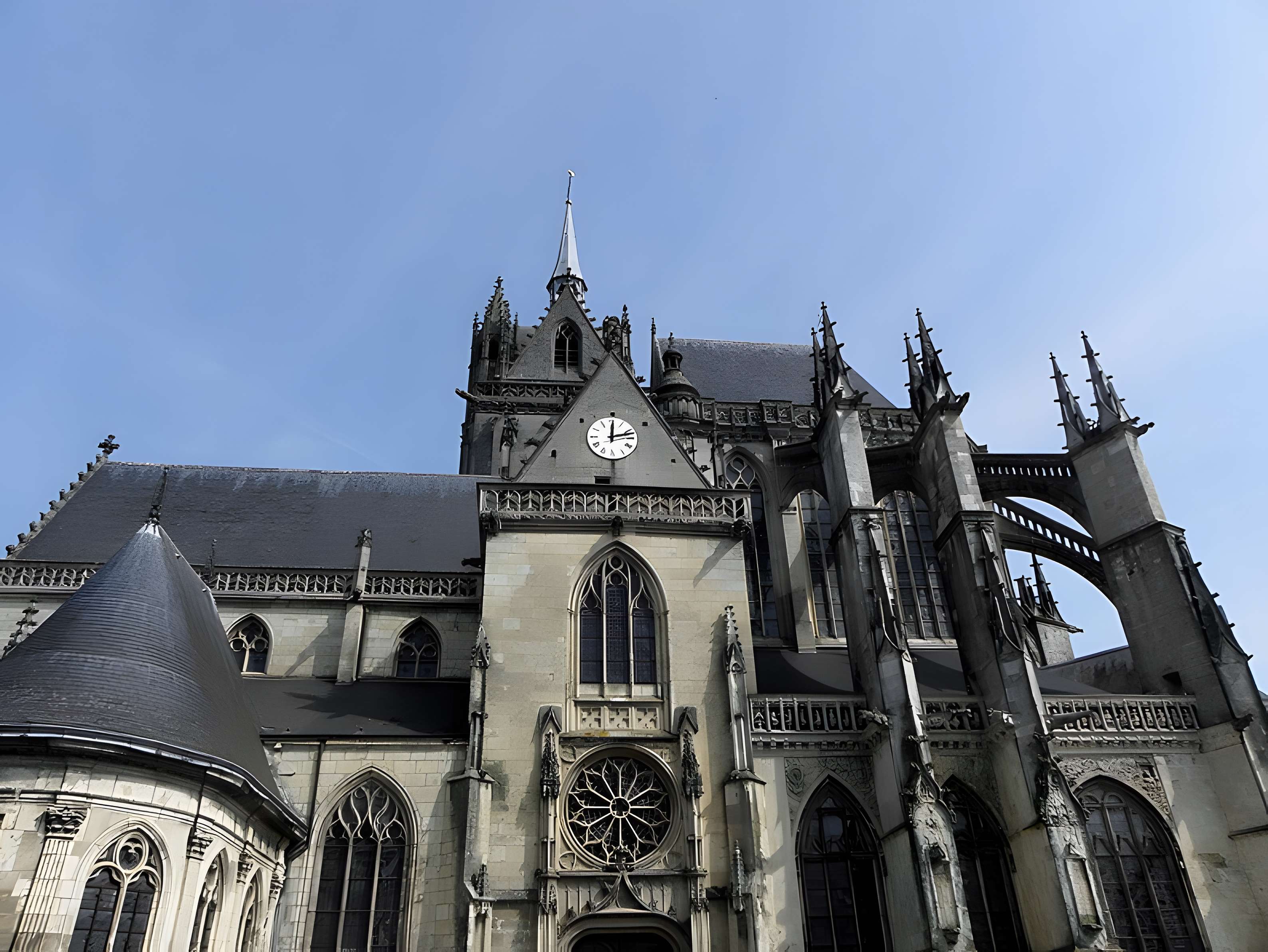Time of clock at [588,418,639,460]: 12:12
